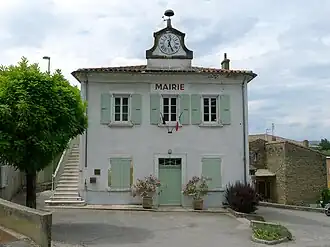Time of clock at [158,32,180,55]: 12:26
